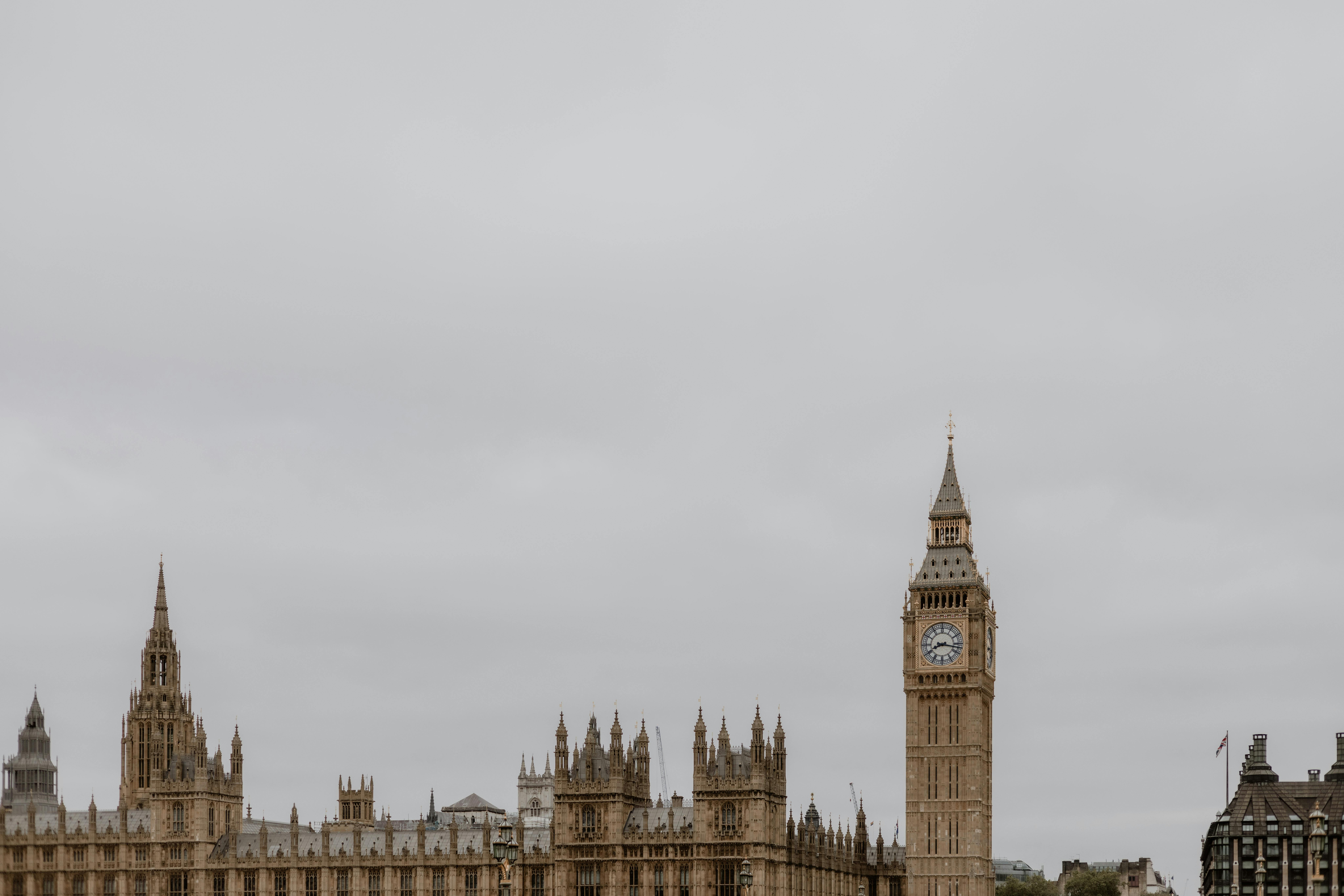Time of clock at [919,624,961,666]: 8:16
